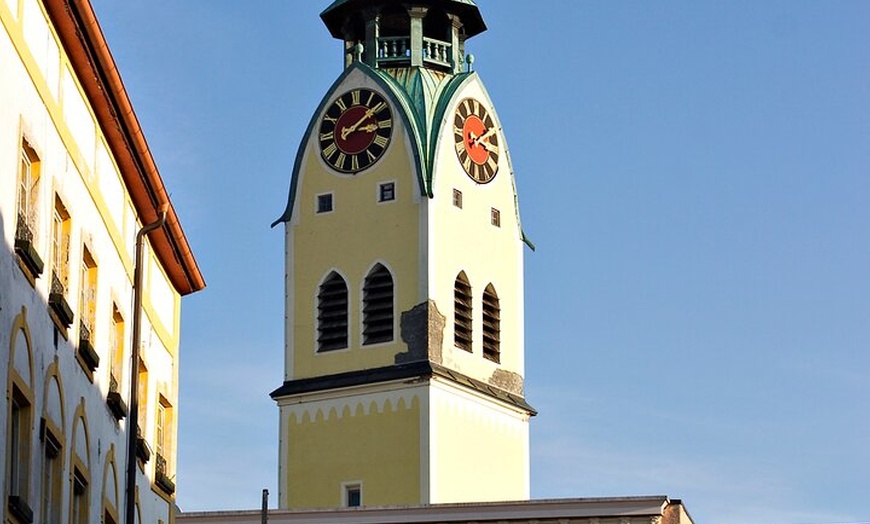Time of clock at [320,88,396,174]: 3:09
